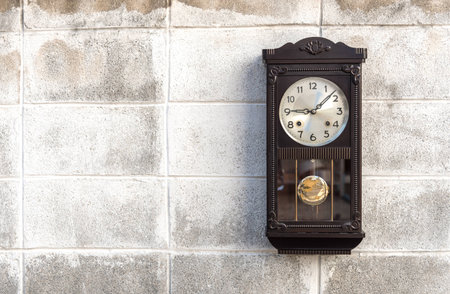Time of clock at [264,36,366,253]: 9:07
